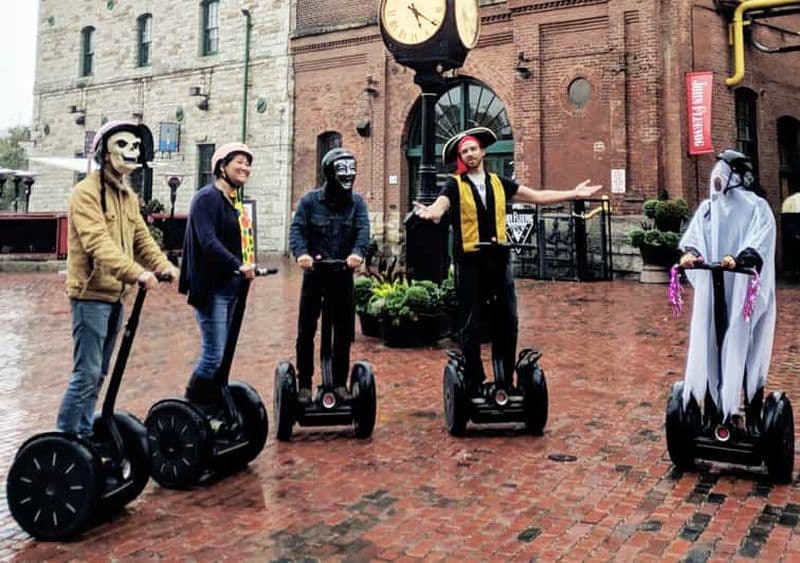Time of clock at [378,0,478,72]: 5:20
